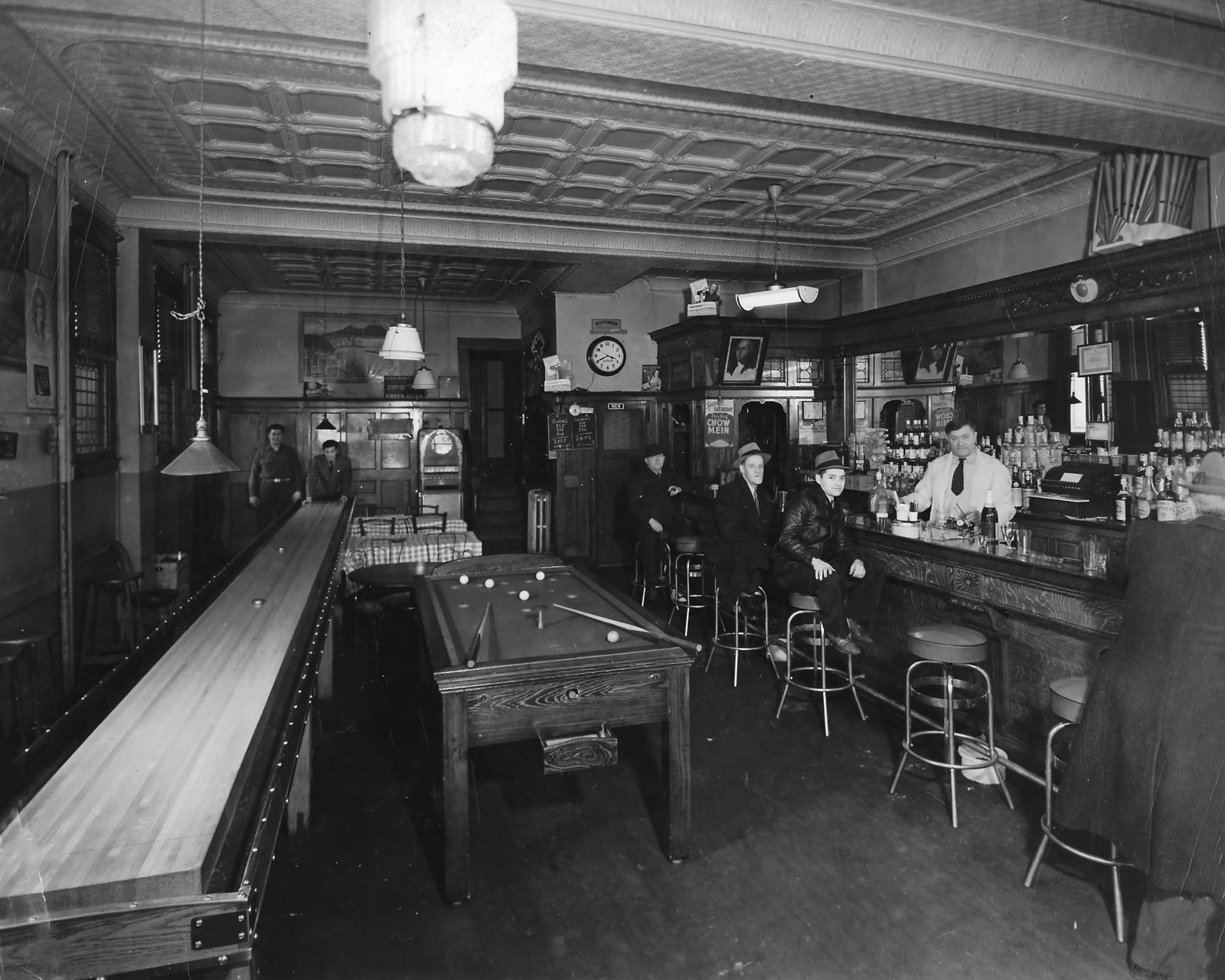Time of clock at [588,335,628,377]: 3:40
